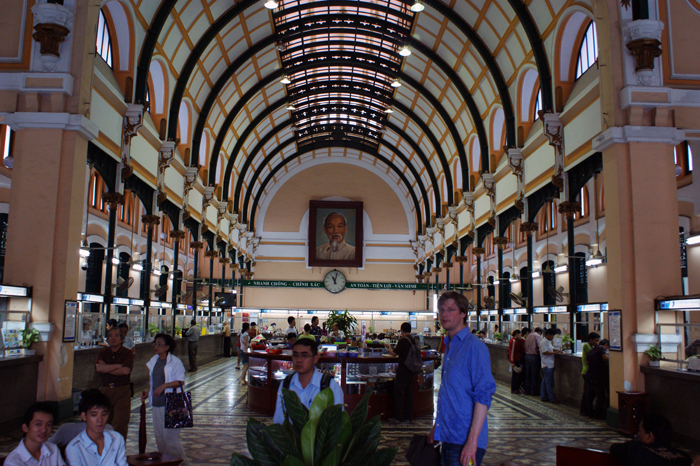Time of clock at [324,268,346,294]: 11:02
